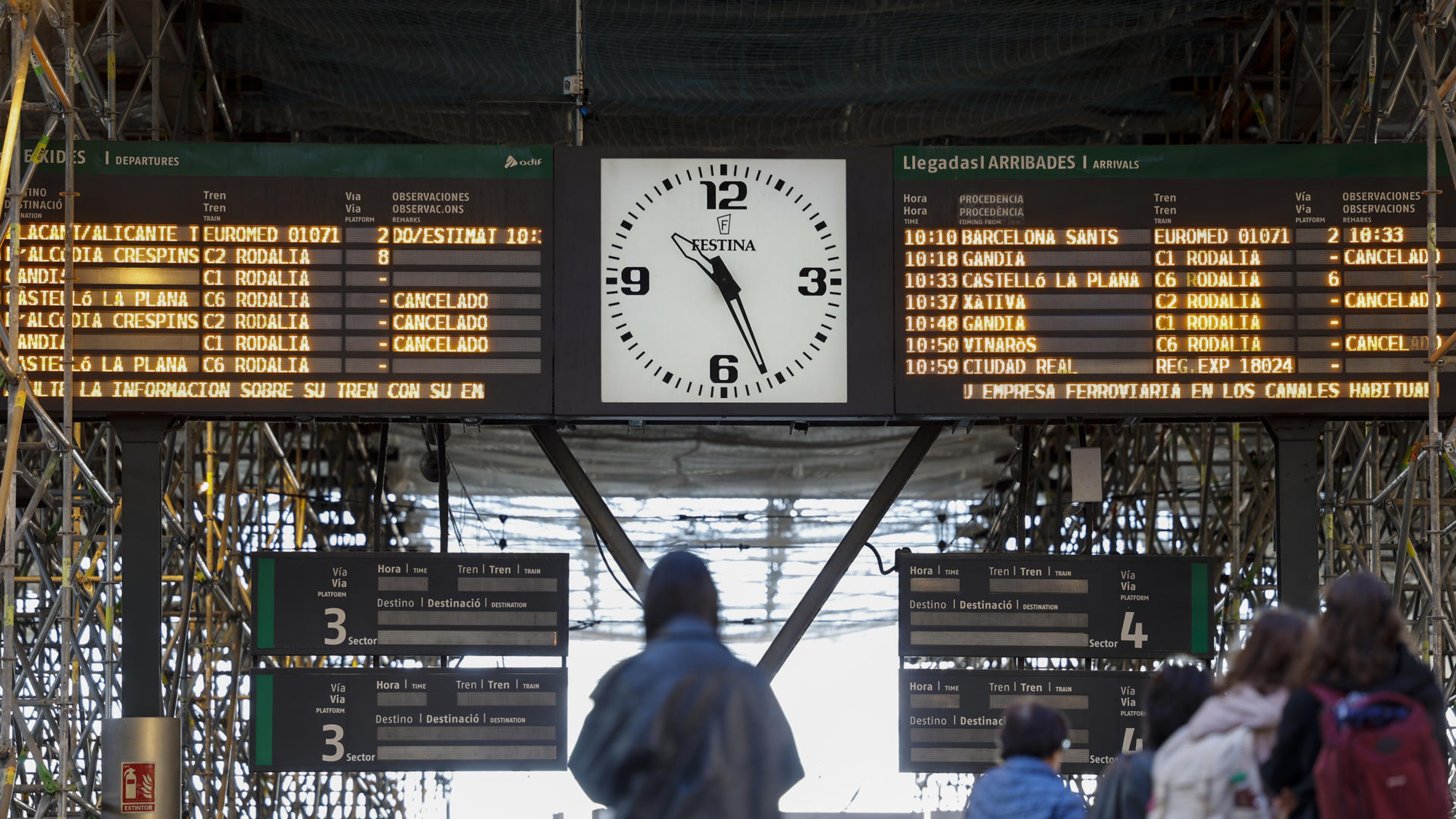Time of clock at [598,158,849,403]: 10:26
